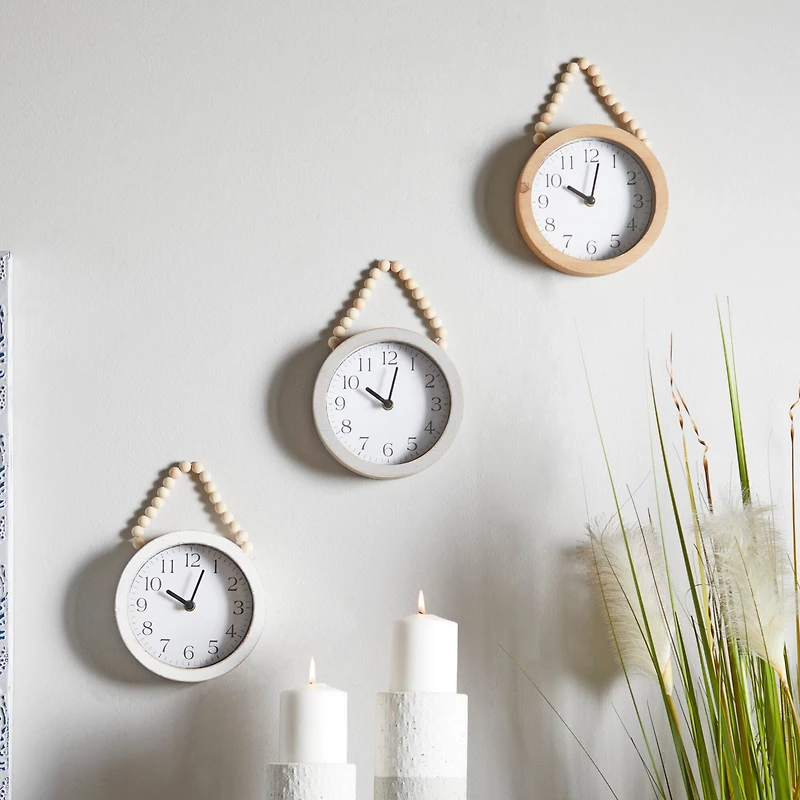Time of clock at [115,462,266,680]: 10:03
